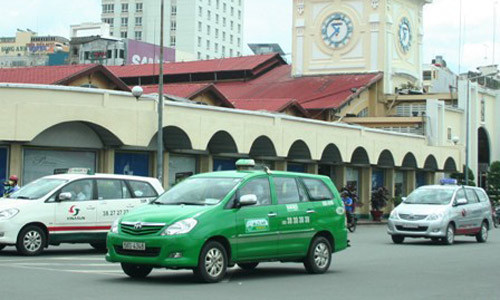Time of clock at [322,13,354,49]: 10:37
